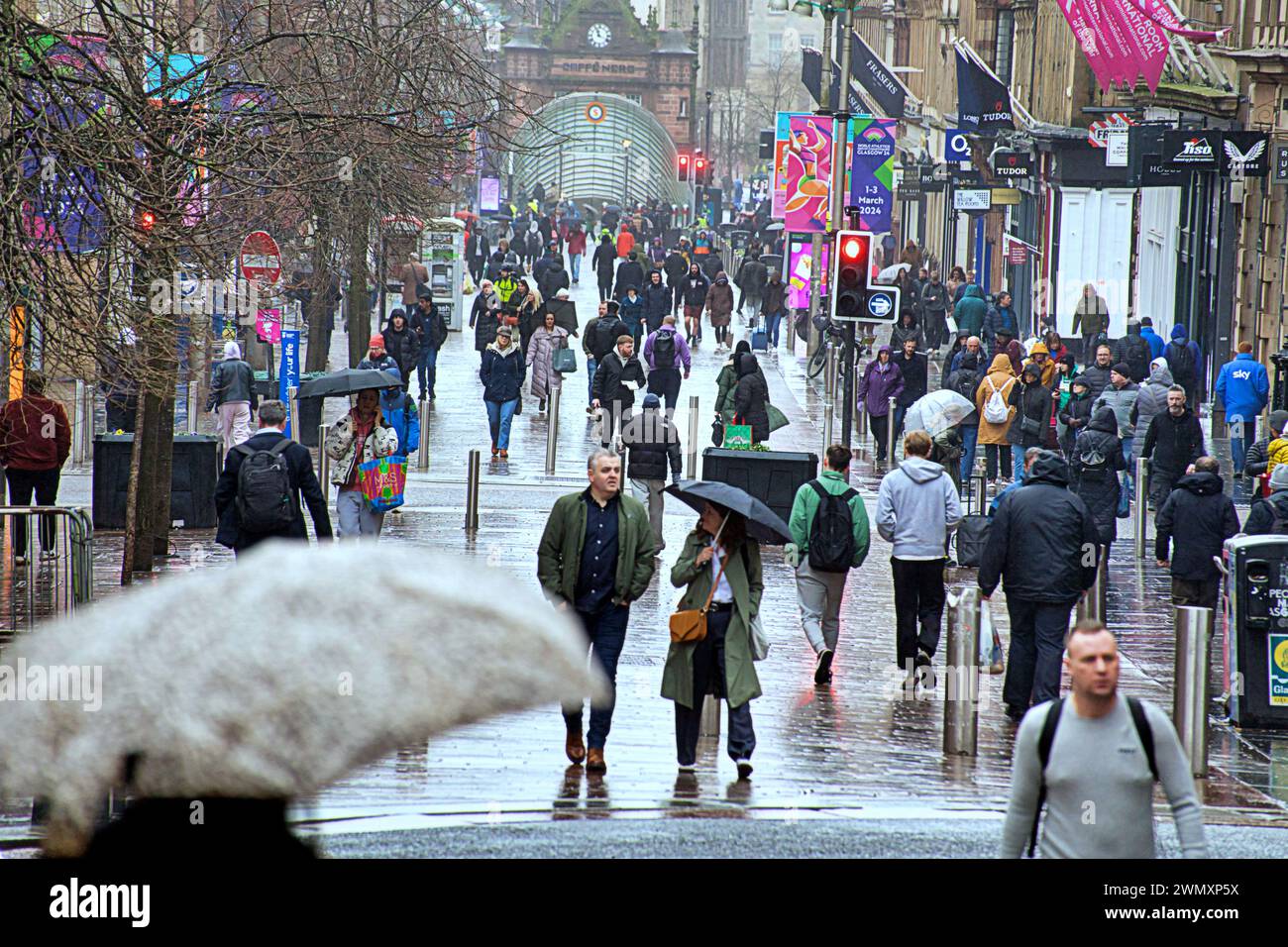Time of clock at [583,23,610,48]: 11:18
